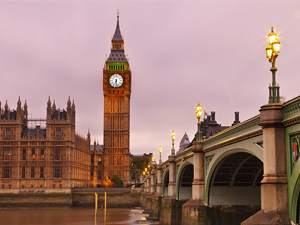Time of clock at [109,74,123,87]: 6:28
